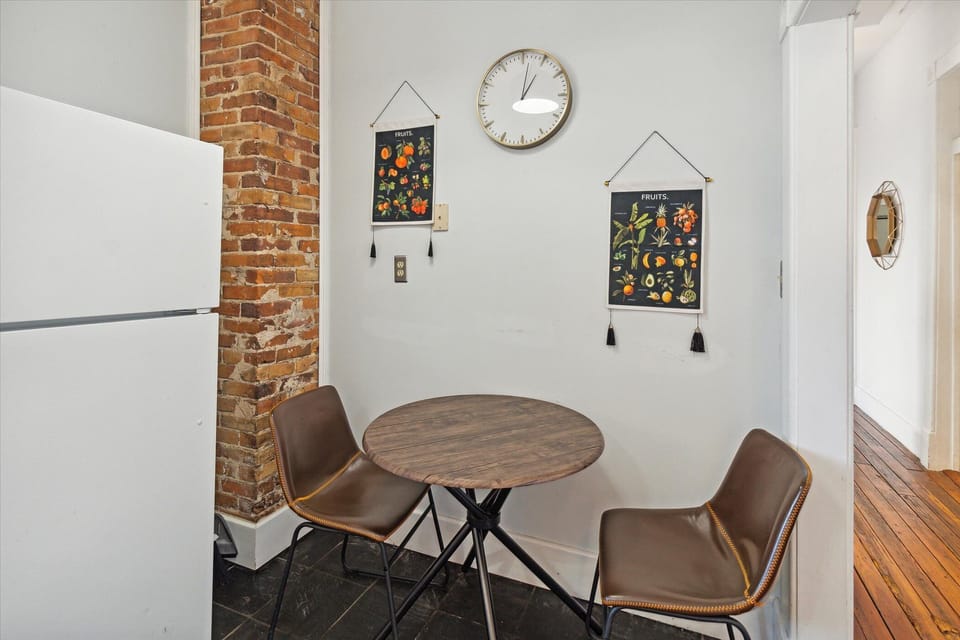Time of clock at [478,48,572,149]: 1:01
